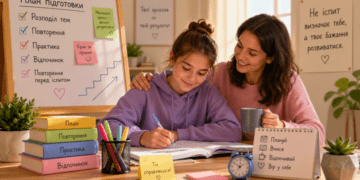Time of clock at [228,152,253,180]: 1:50
